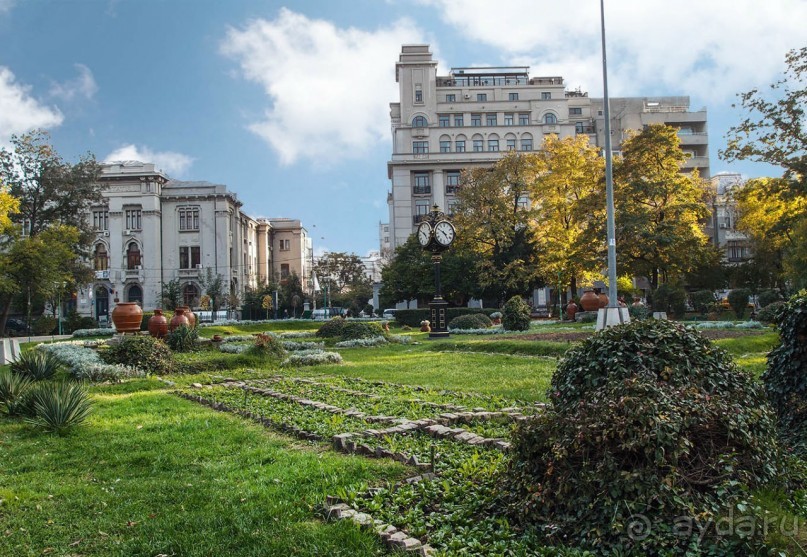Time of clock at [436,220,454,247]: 4:49
